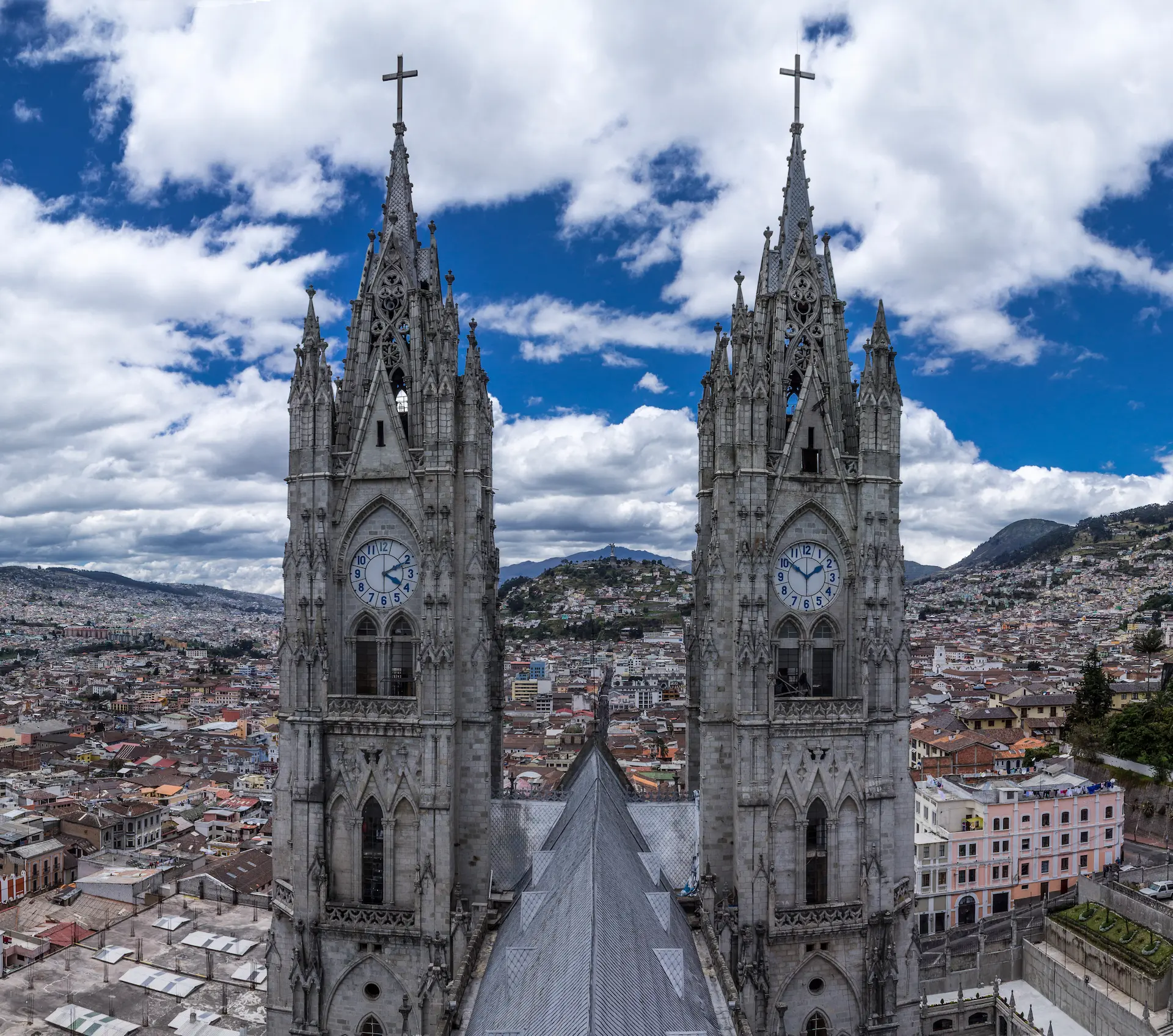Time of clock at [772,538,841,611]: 1:51
